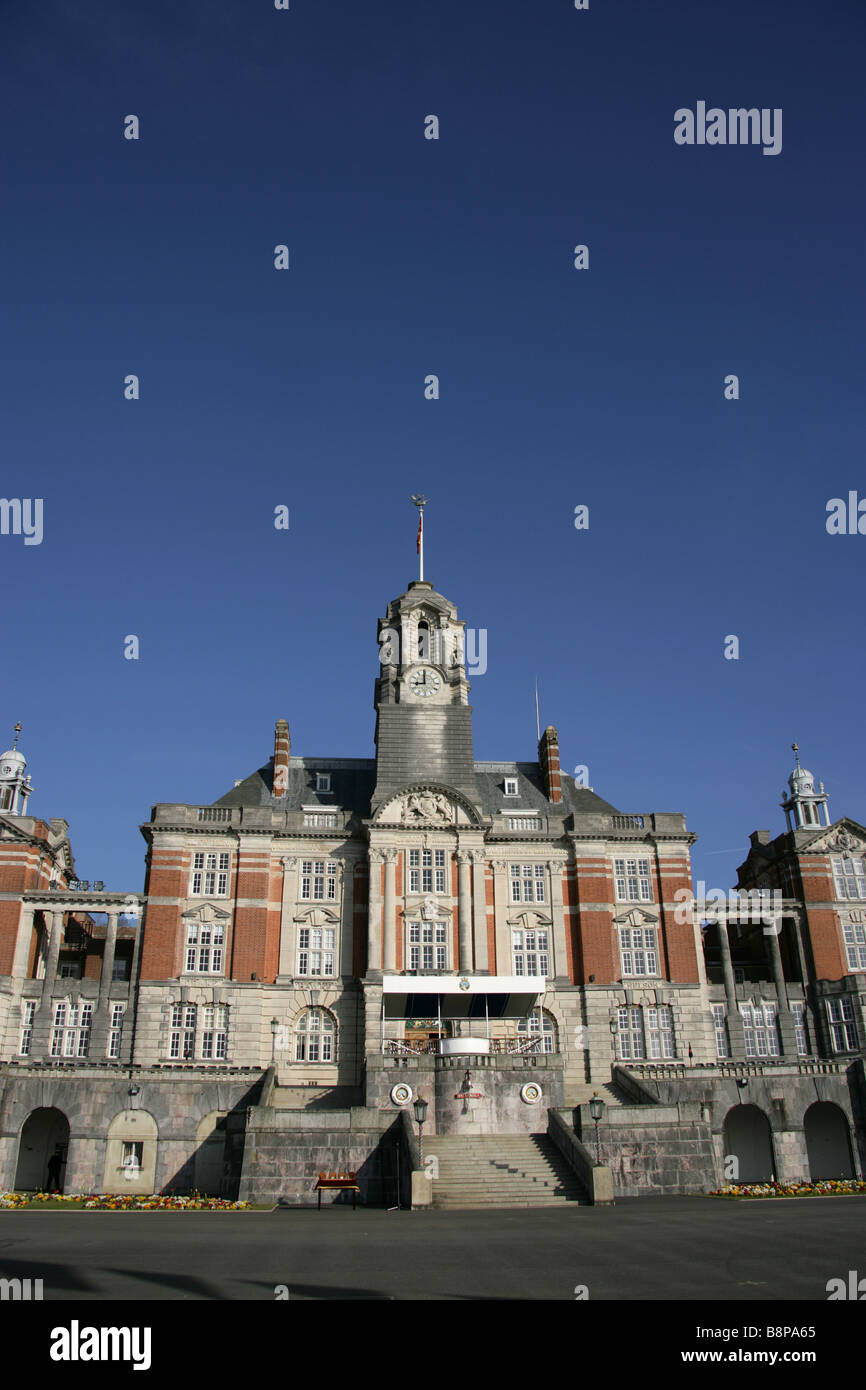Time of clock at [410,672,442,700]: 8:59
